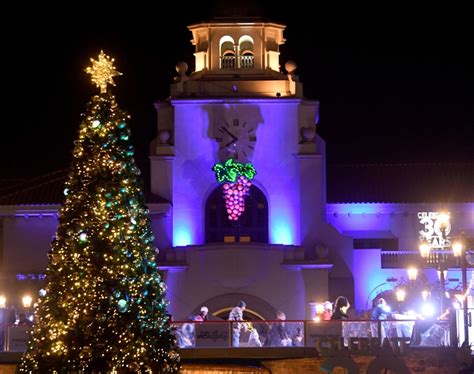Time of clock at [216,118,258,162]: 7:51
